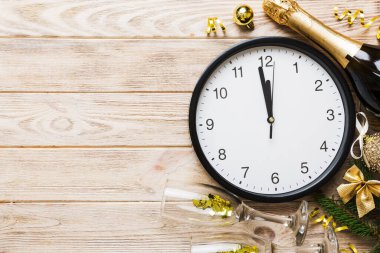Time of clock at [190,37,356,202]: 11:58
